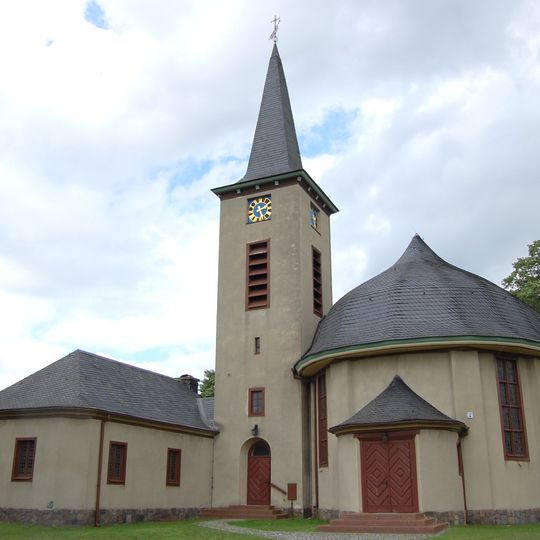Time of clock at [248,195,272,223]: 2:26
